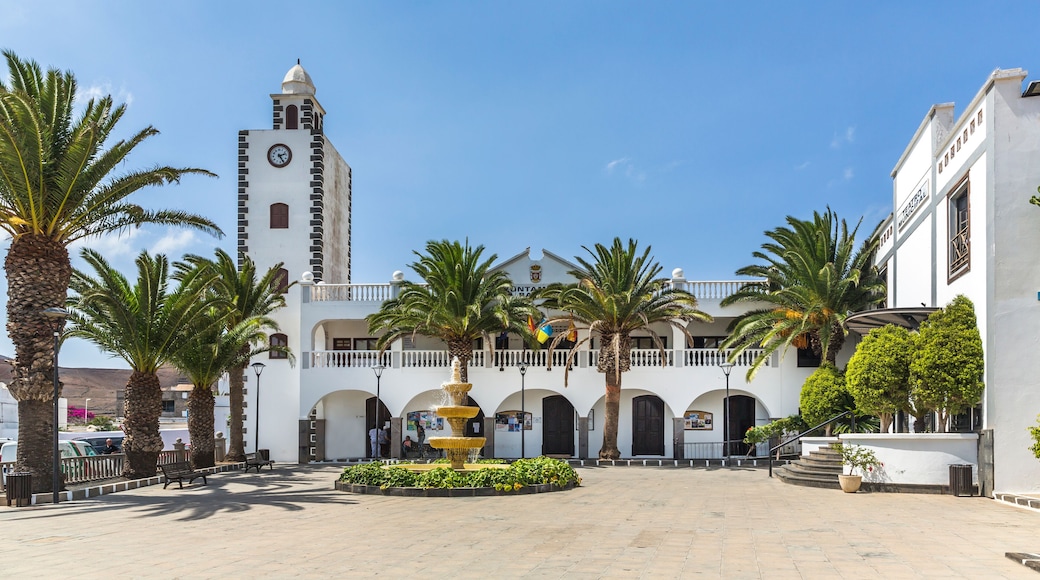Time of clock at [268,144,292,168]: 2:25
